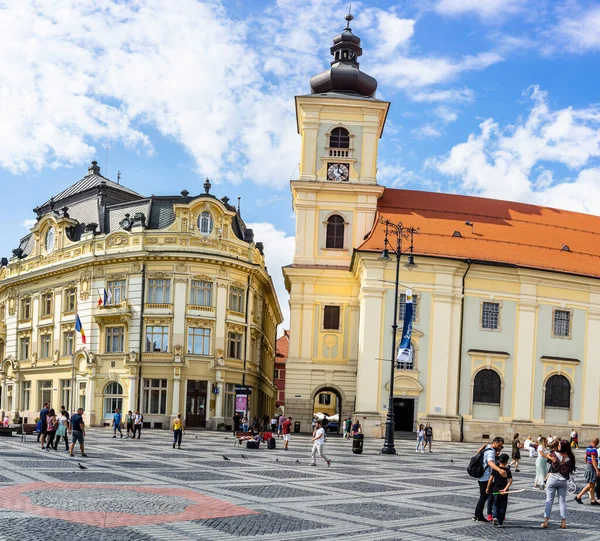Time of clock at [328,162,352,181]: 4:00
